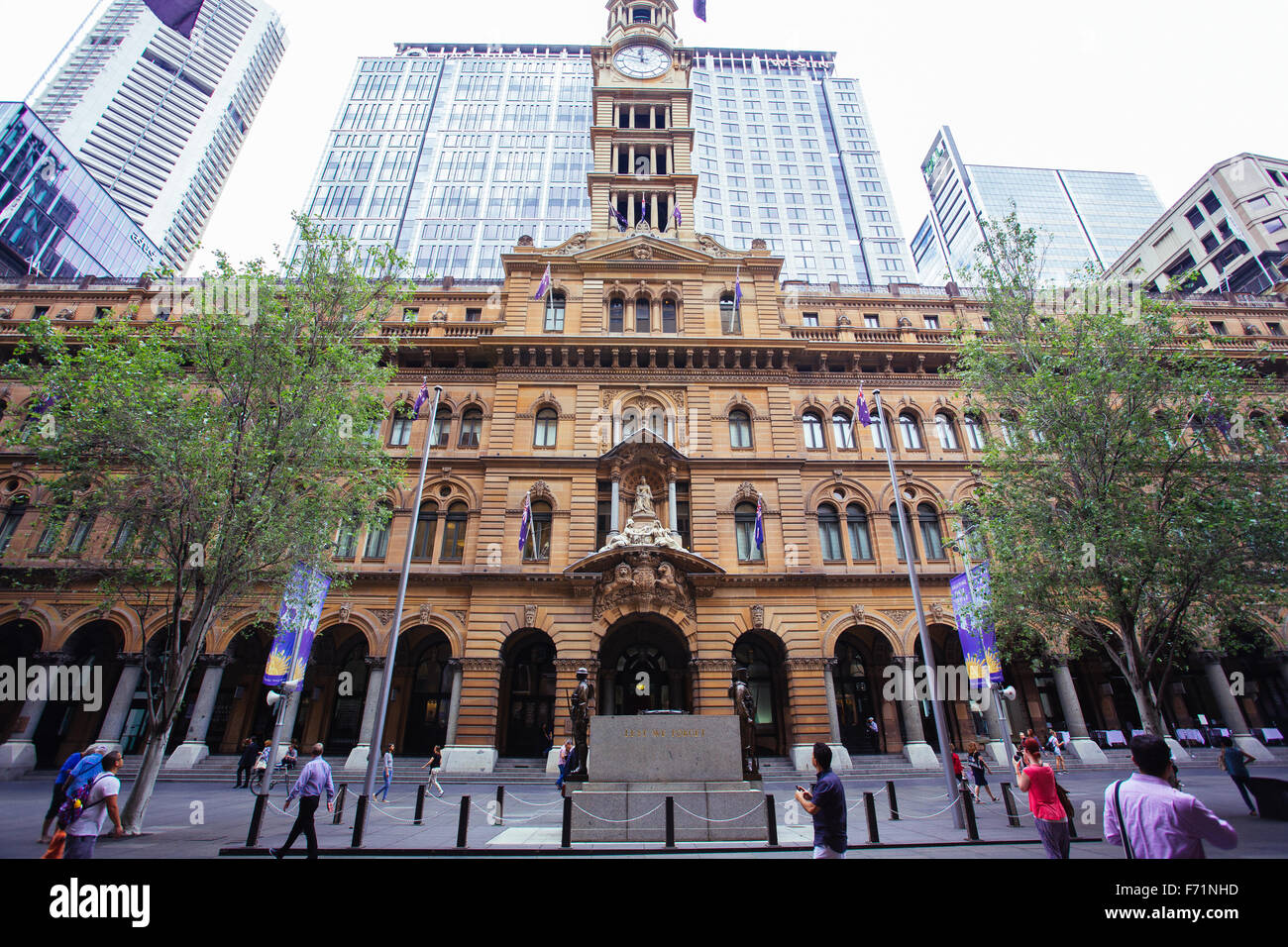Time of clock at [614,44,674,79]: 11:48
